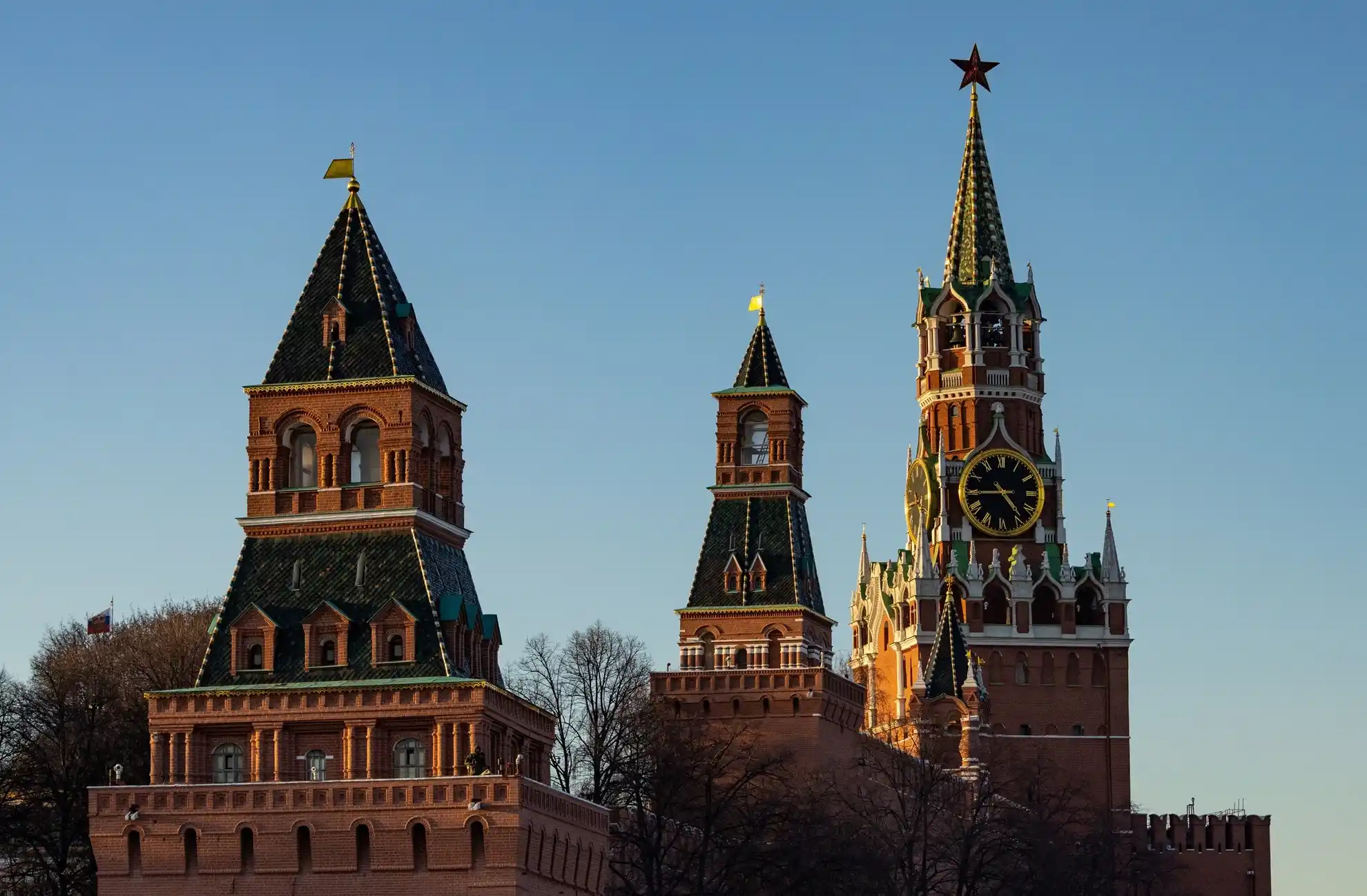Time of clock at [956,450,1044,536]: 4:44
